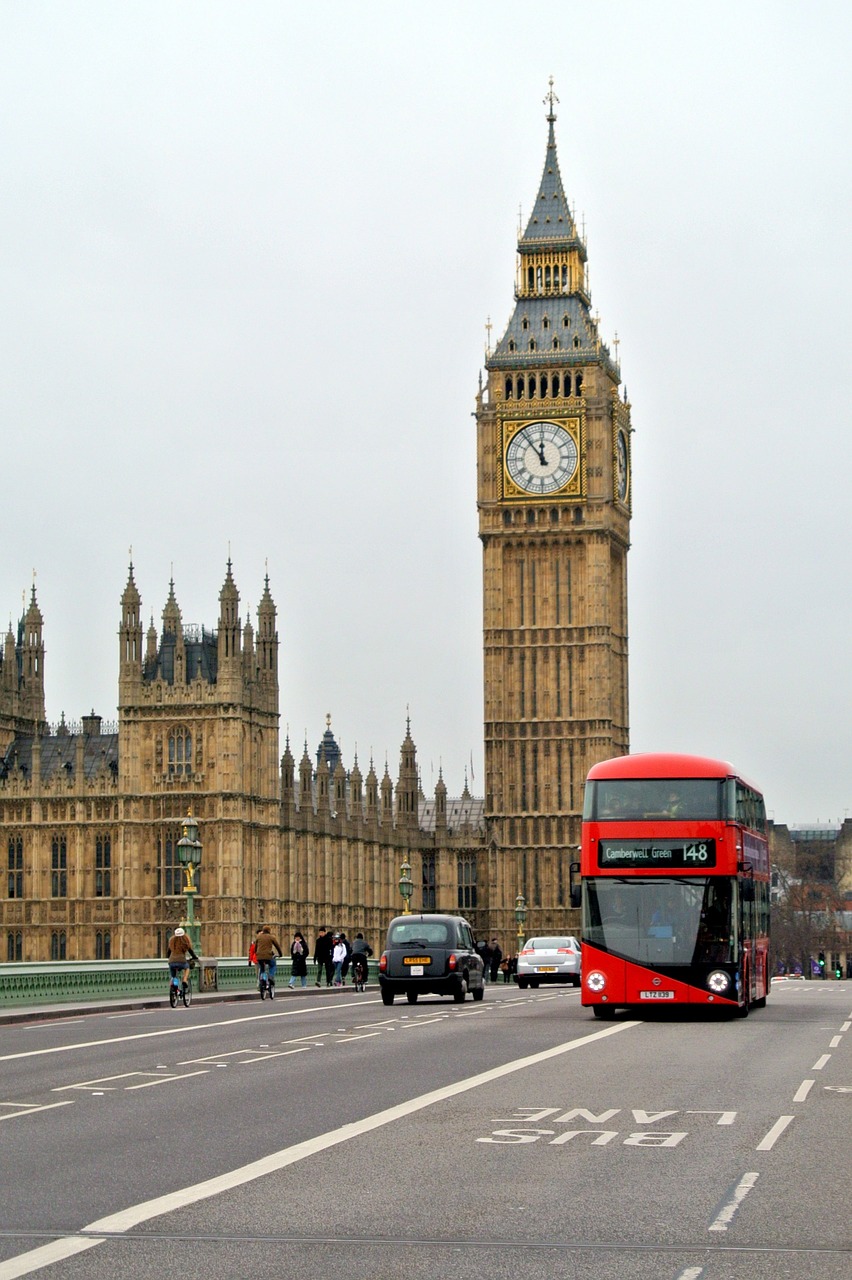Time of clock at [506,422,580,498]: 11:53
